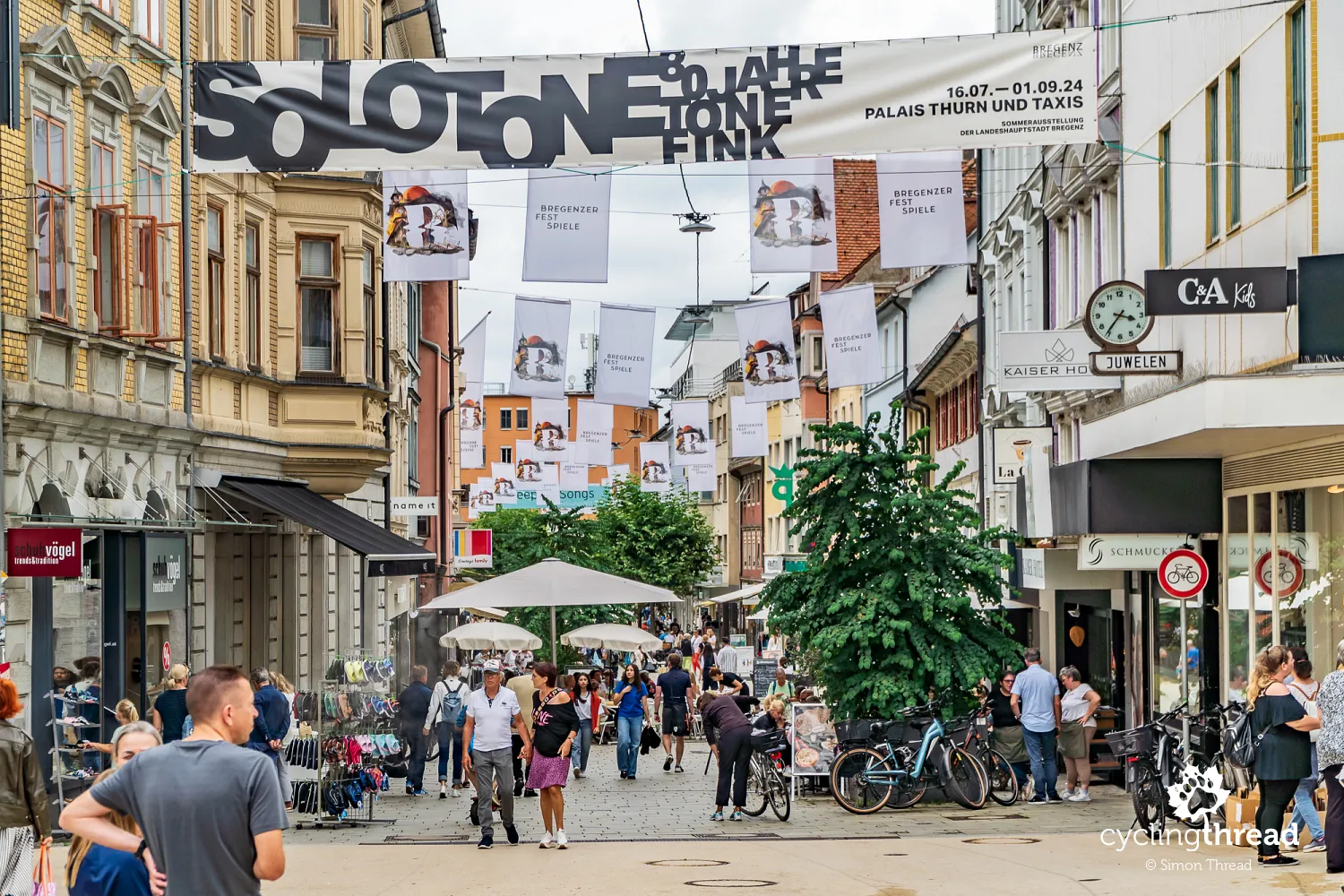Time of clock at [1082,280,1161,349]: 3:36
